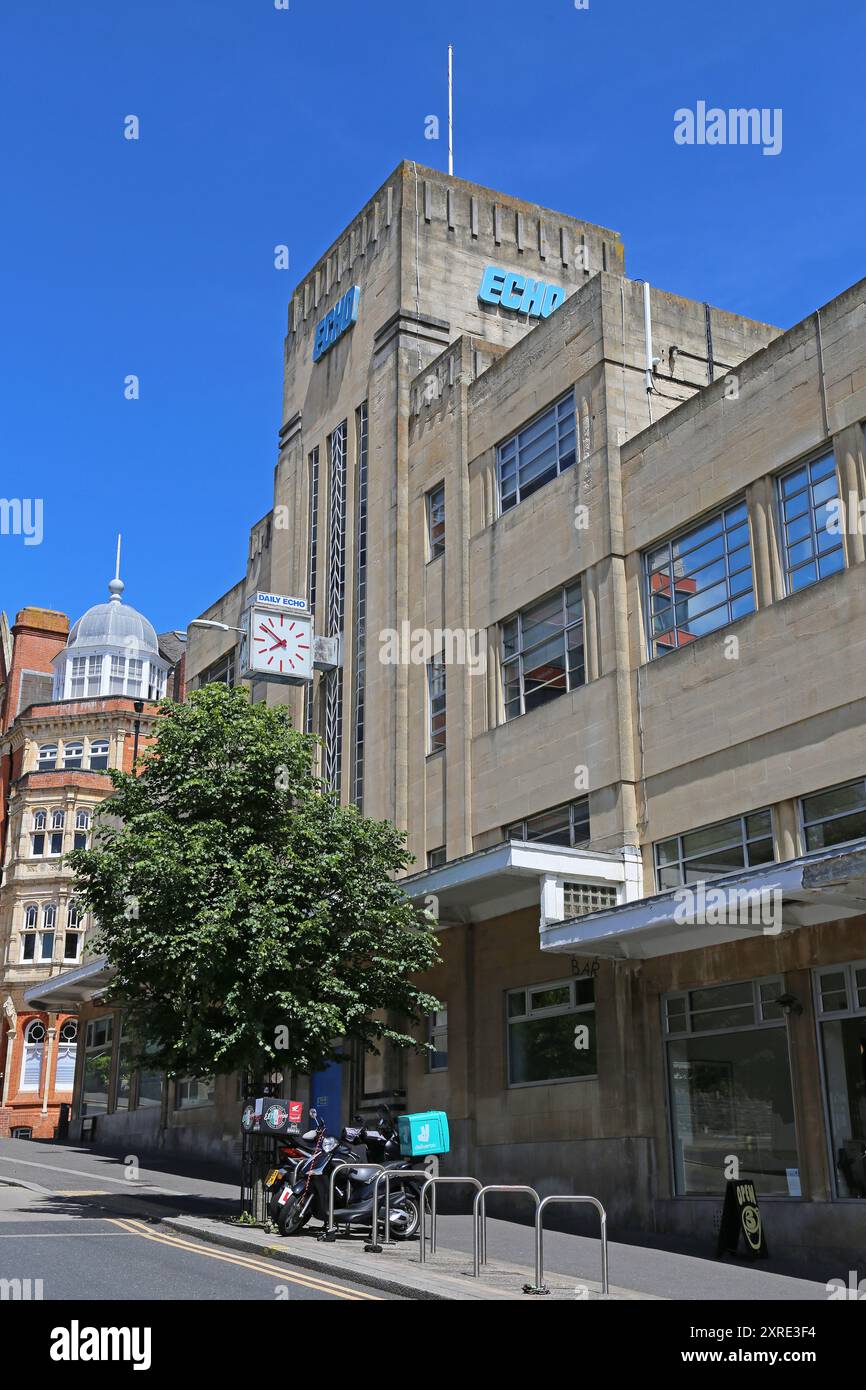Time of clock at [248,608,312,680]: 7:51
